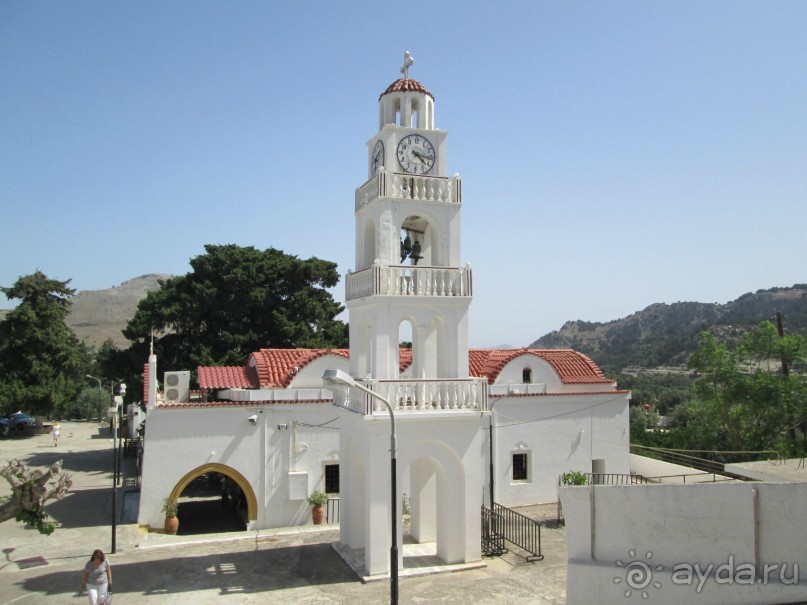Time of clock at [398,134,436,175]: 4:16
